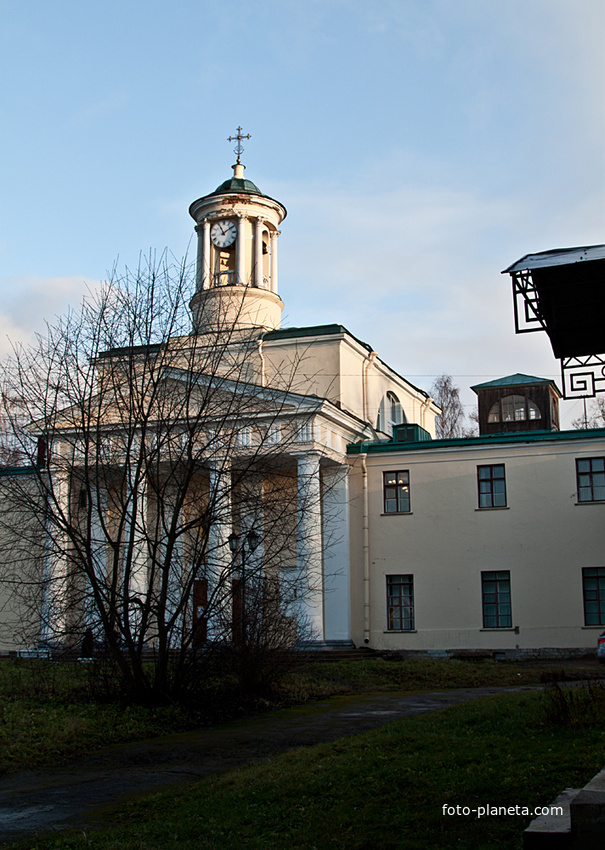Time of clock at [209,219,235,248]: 11:09
